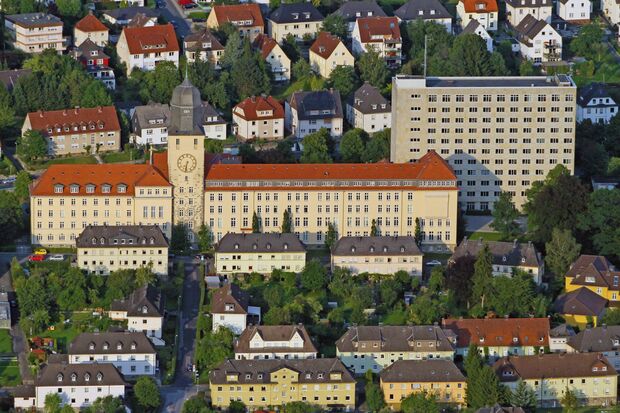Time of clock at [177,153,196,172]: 6:32
